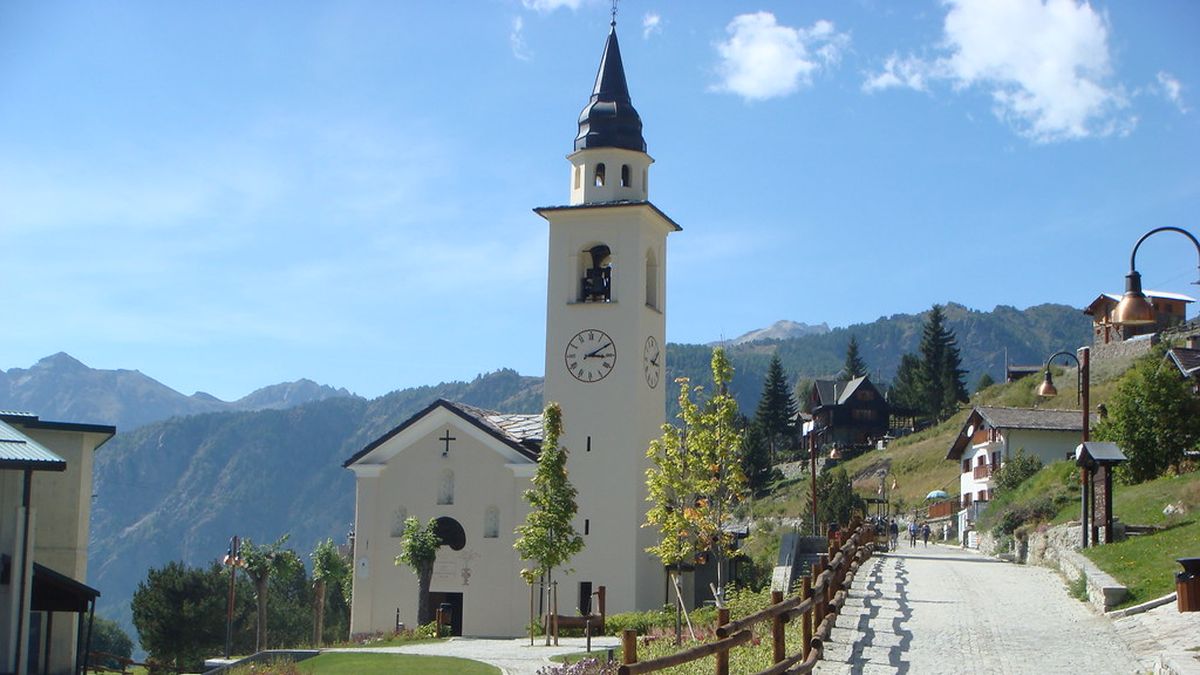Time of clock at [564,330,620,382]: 3:09
